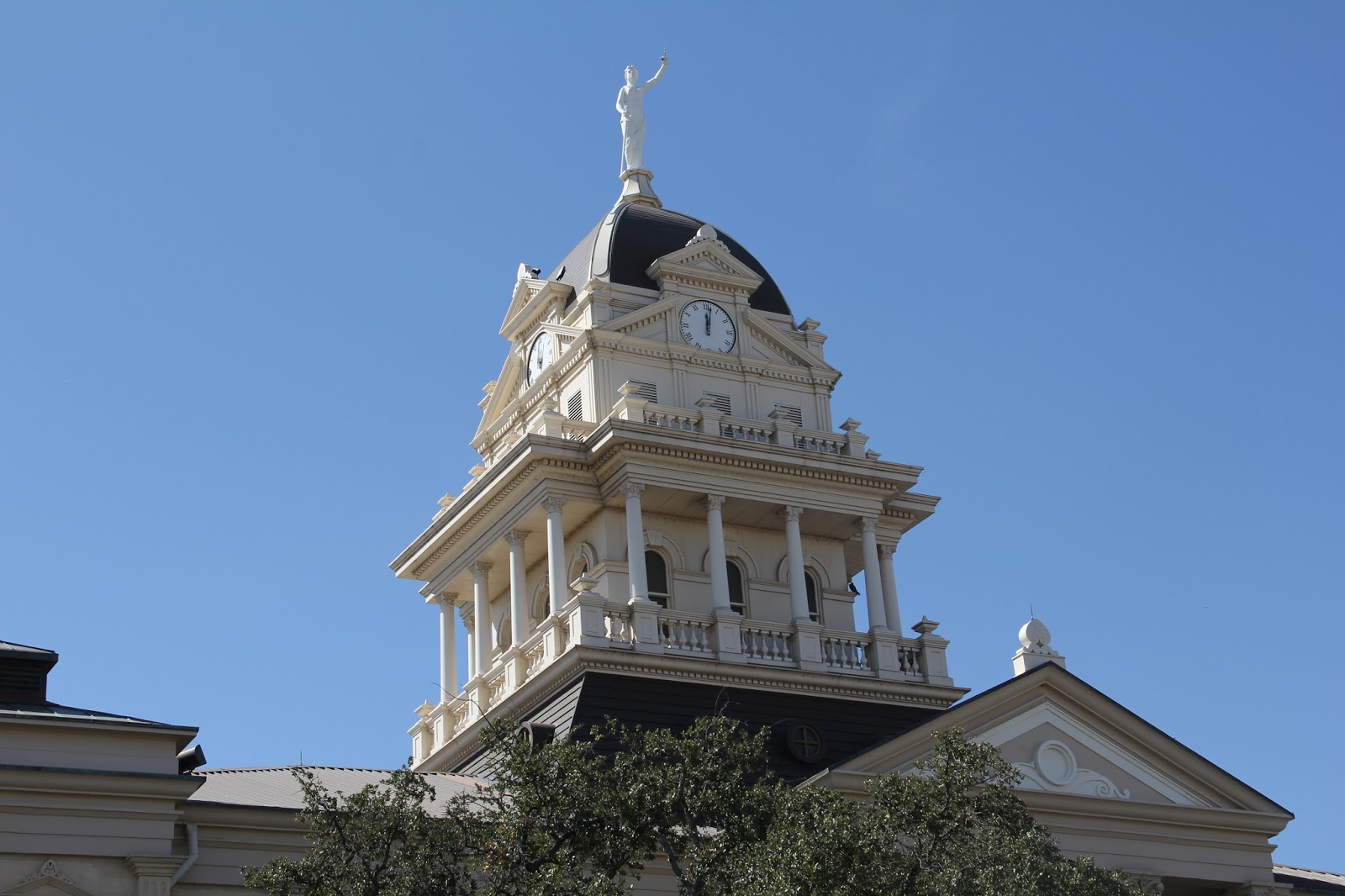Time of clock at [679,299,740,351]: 12:01
